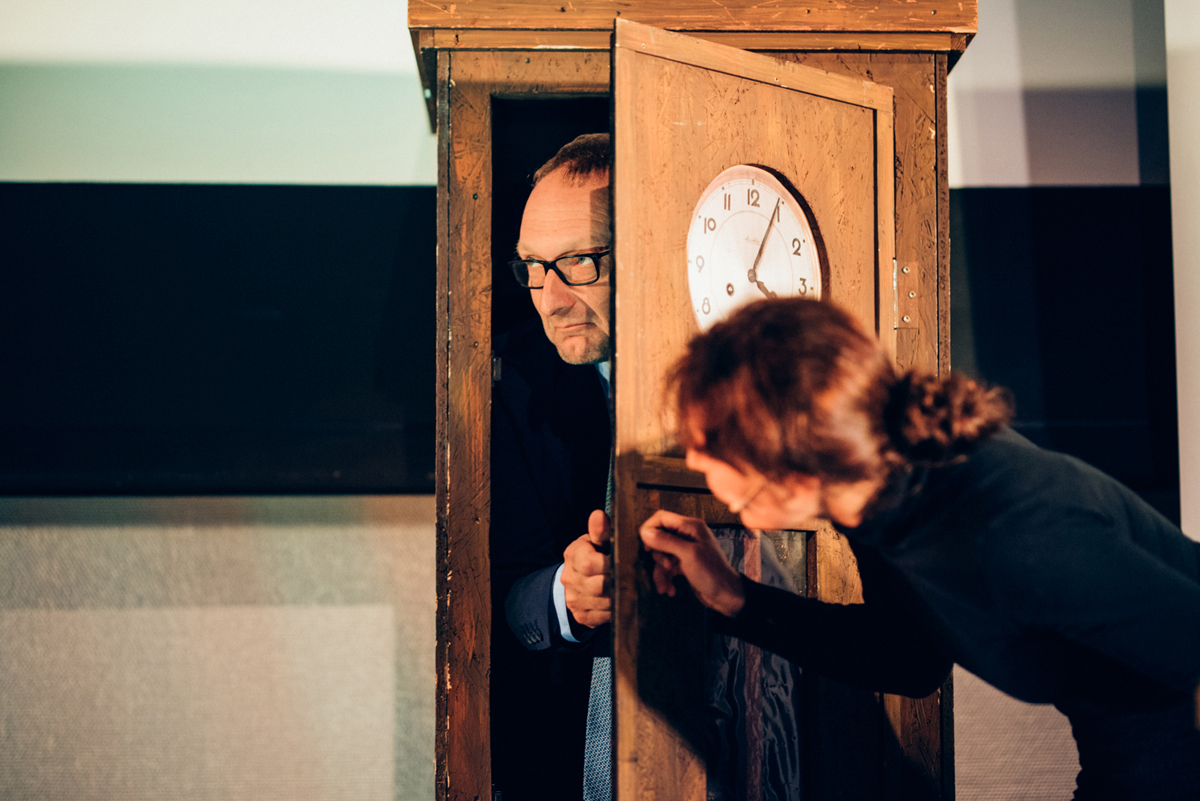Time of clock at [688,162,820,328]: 4:04
